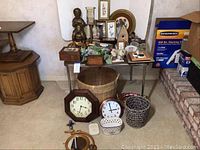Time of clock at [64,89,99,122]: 3:32
